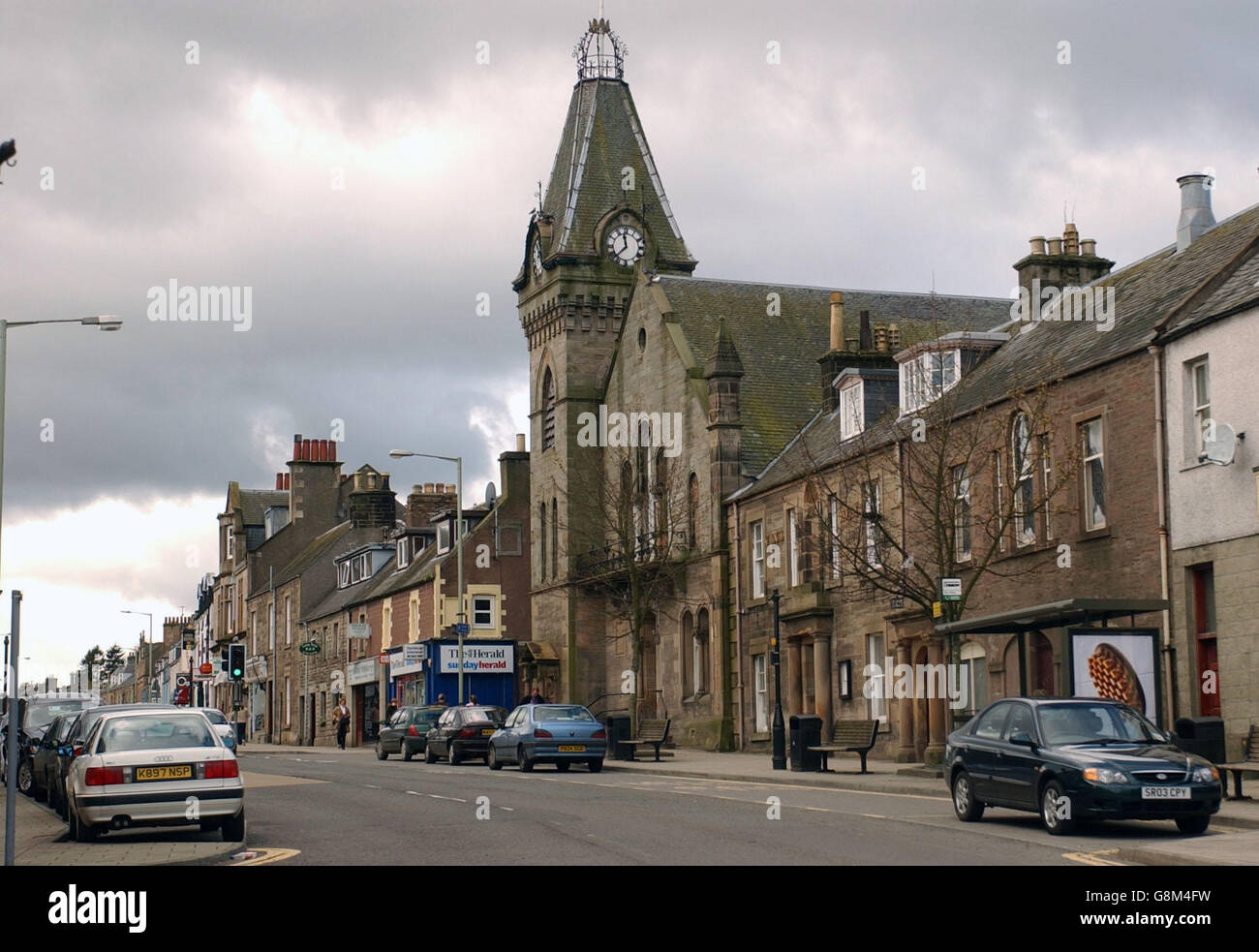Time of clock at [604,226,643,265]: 11:37
